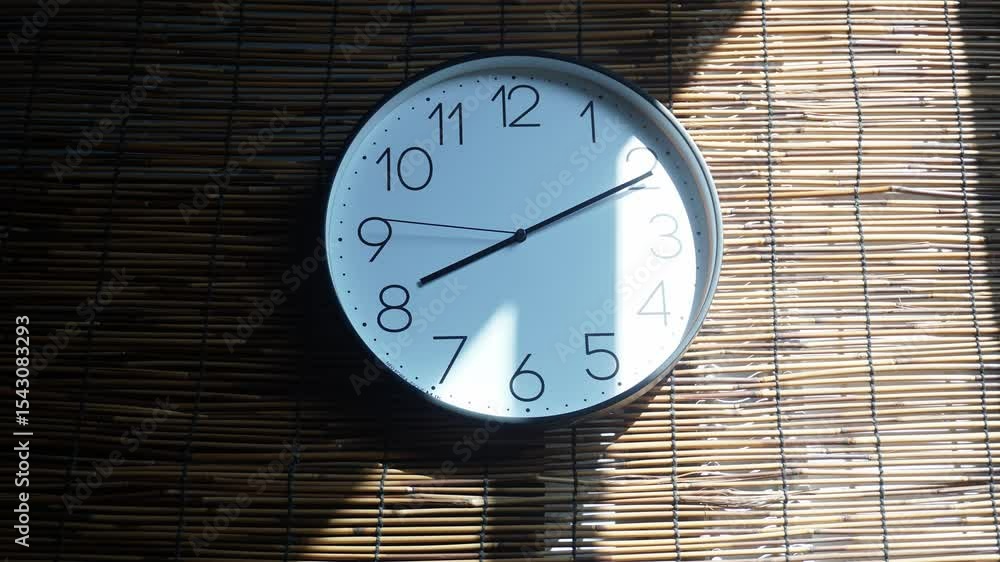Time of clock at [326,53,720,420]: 8:10
